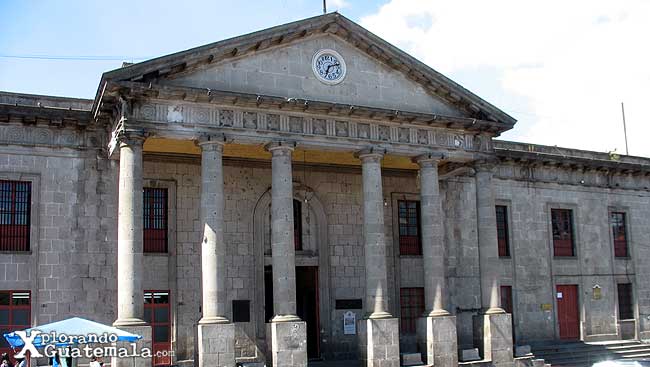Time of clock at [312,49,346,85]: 2:34
